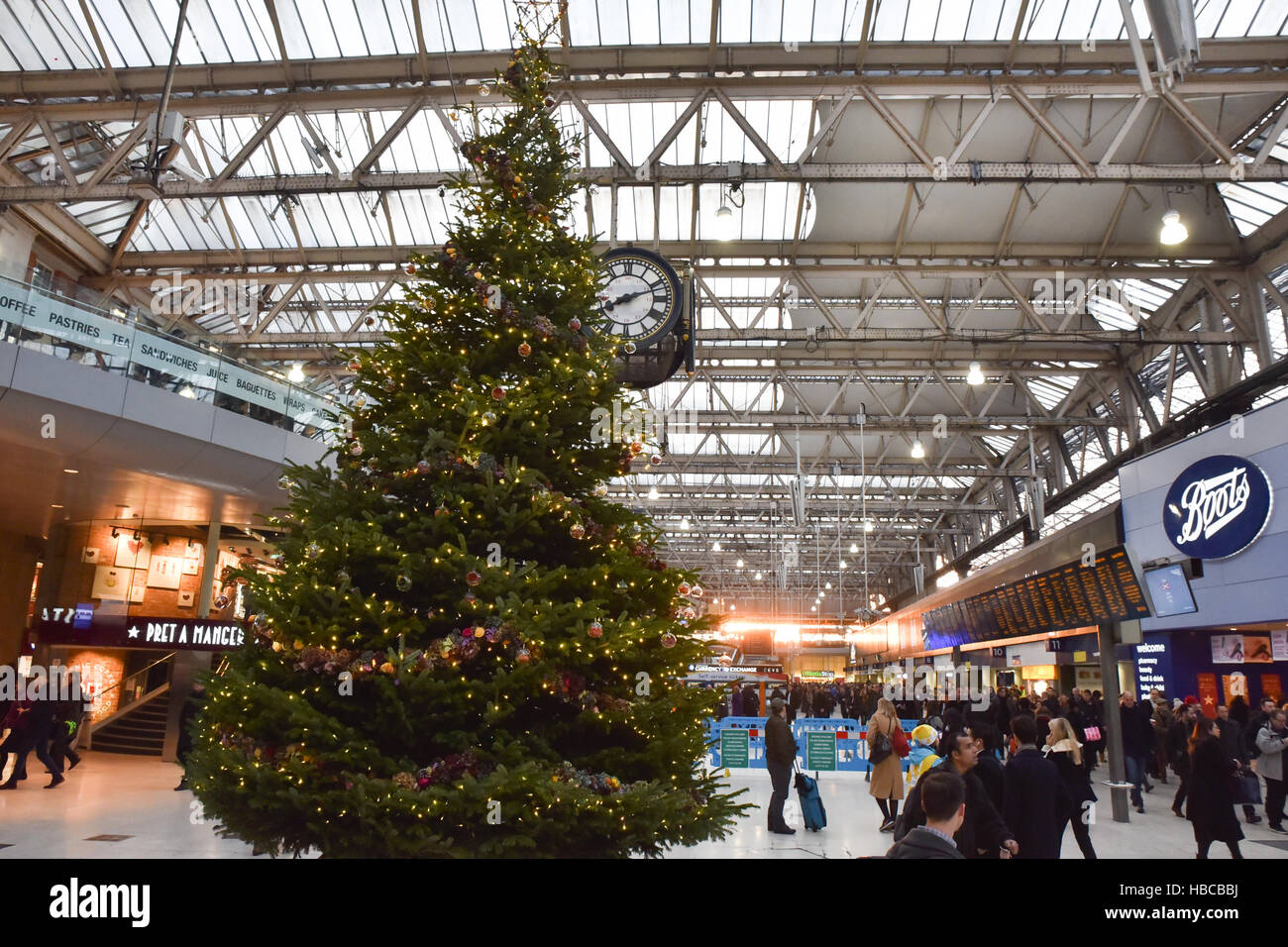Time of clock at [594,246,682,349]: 8:11
